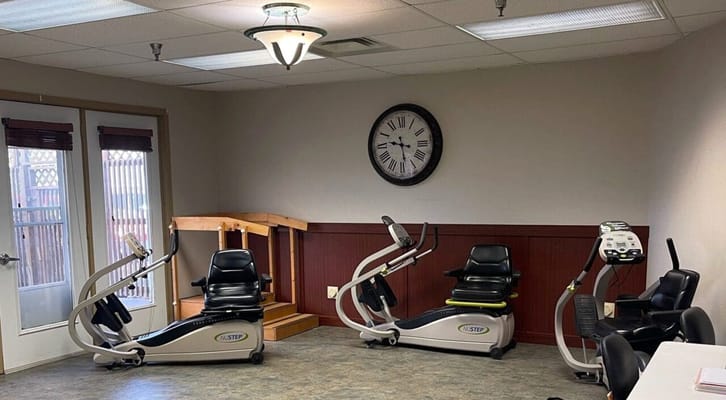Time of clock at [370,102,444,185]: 9:28
